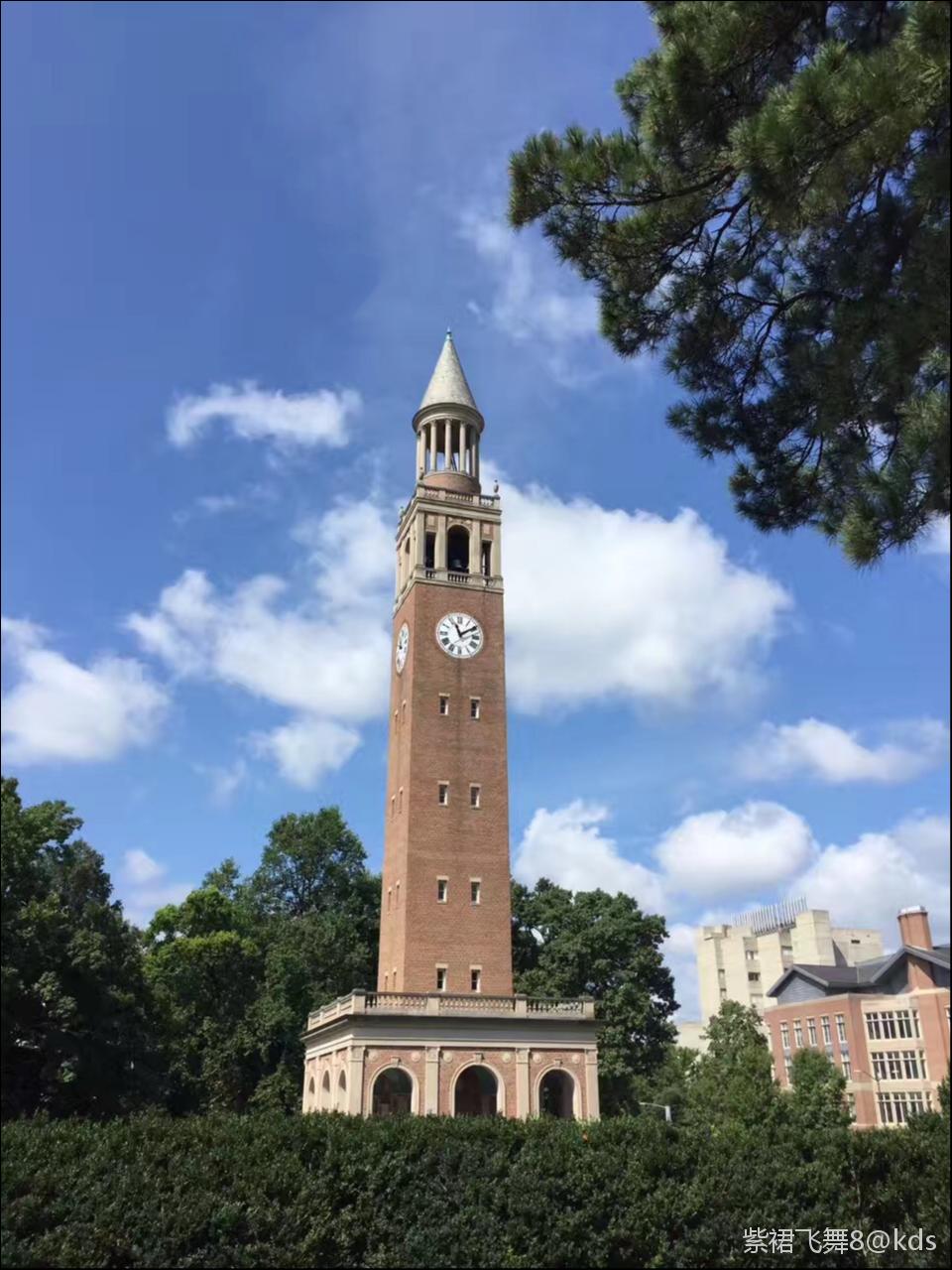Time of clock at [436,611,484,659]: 11:09
